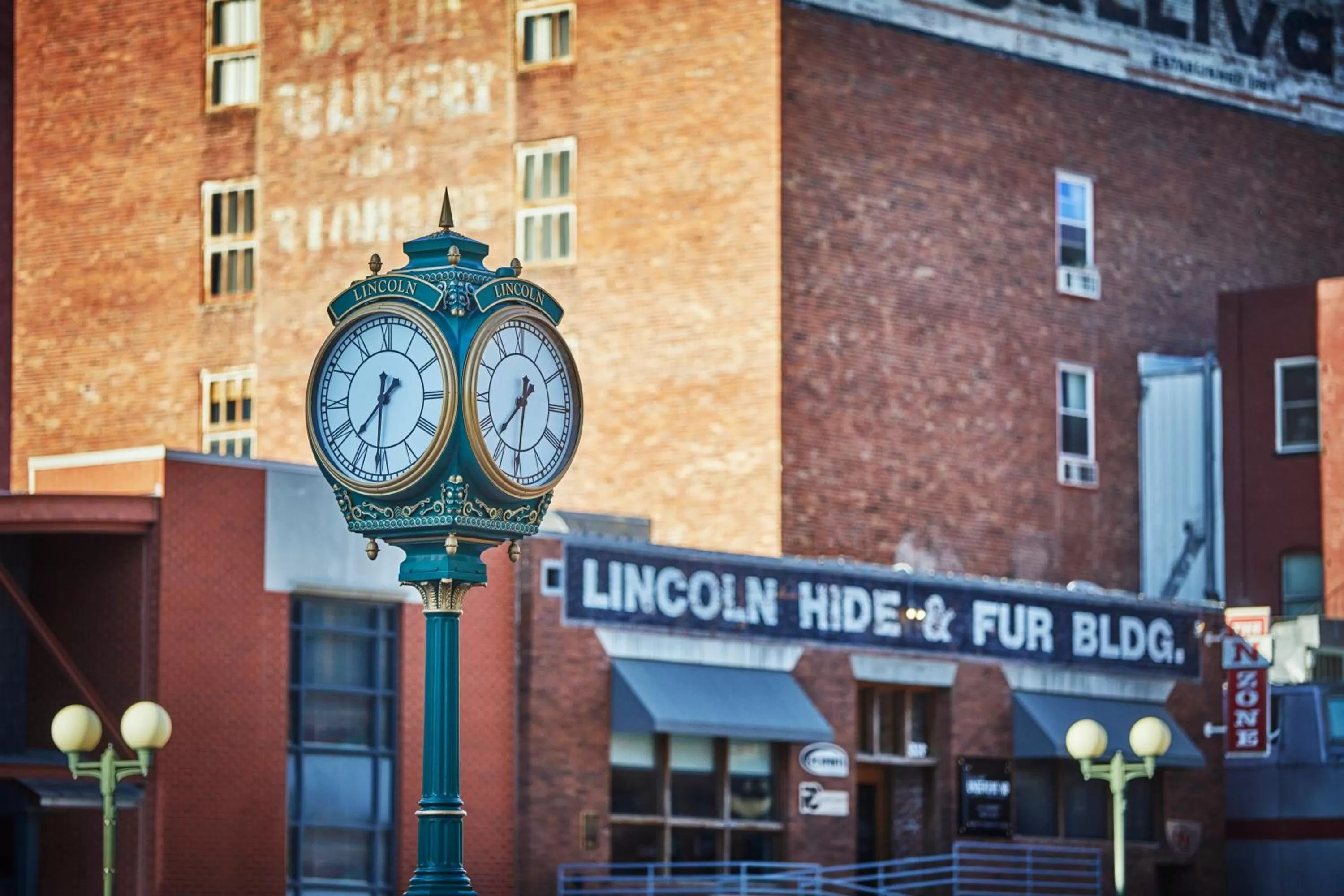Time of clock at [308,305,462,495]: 7:31
